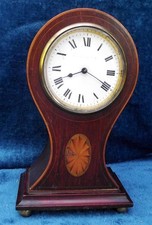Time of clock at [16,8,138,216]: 8:19
